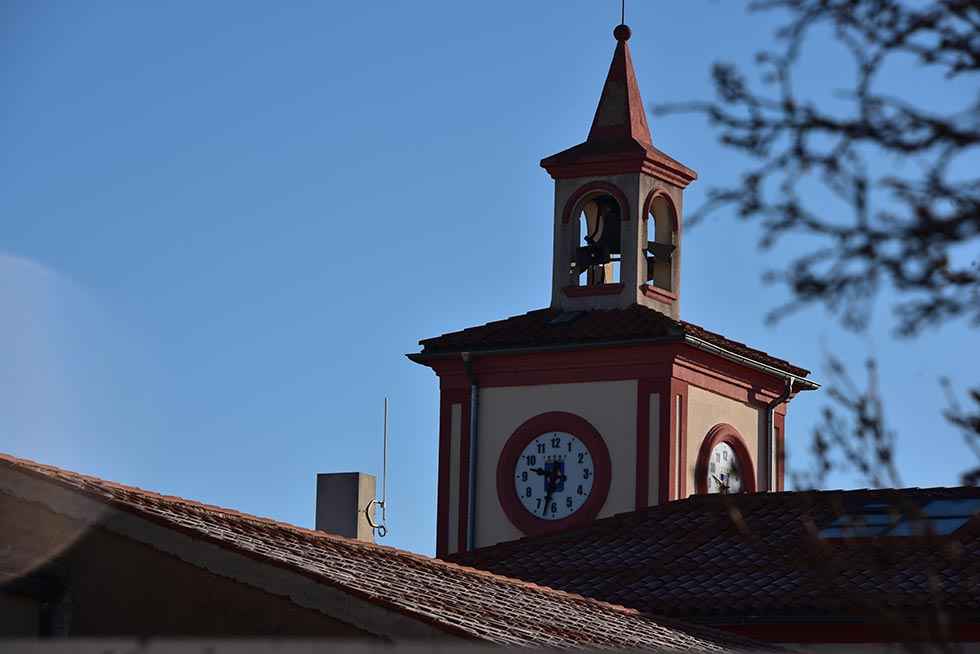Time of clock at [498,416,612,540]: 9:32
